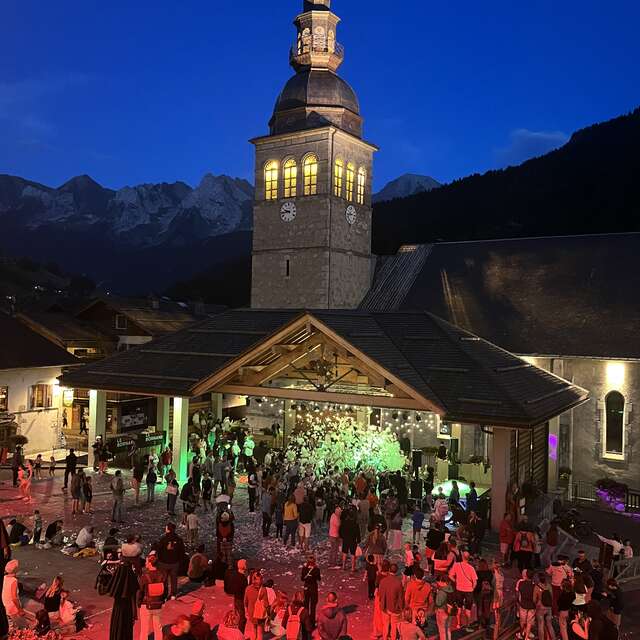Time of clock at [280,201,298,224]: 9:43
